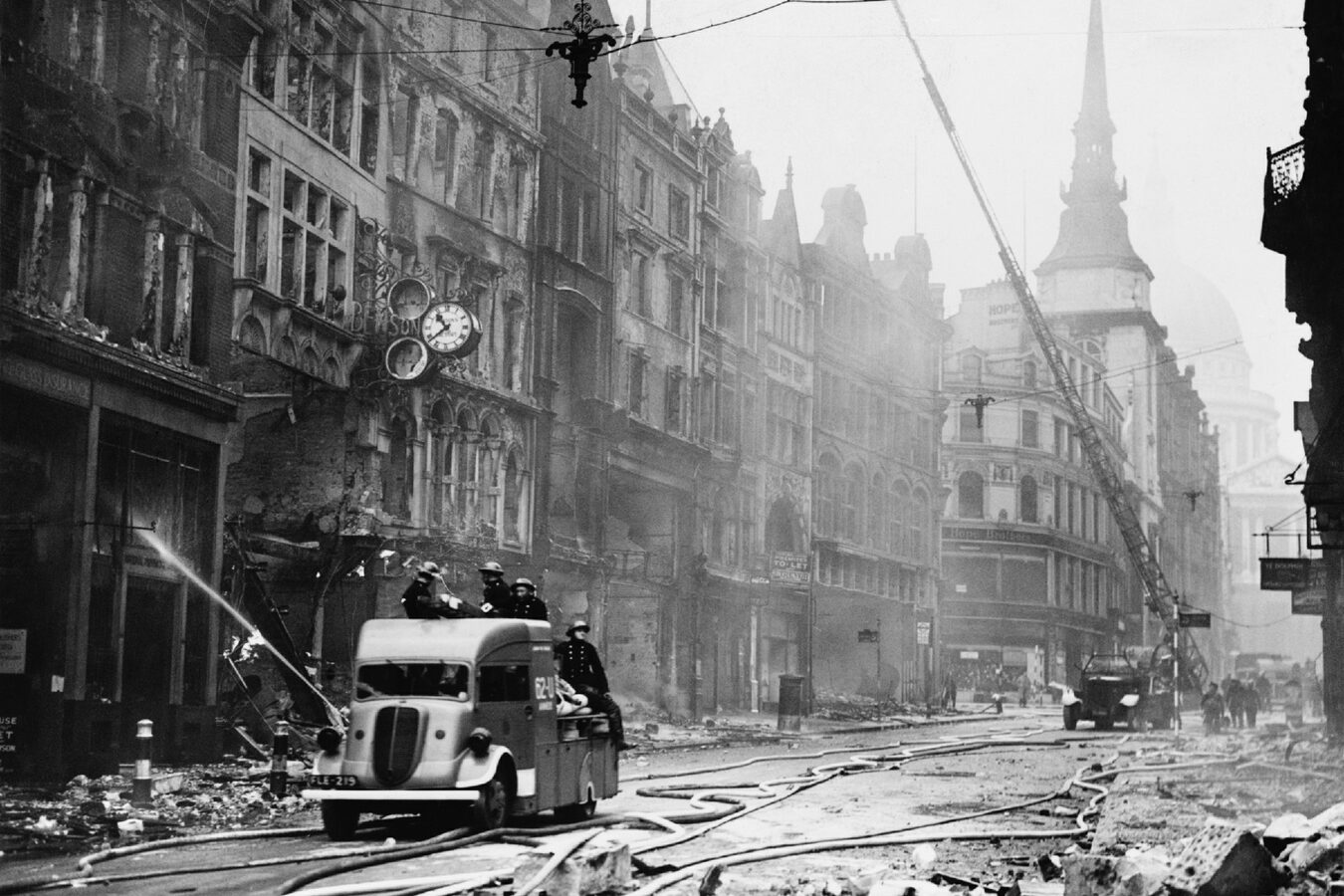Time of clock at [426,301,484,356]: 10:38
